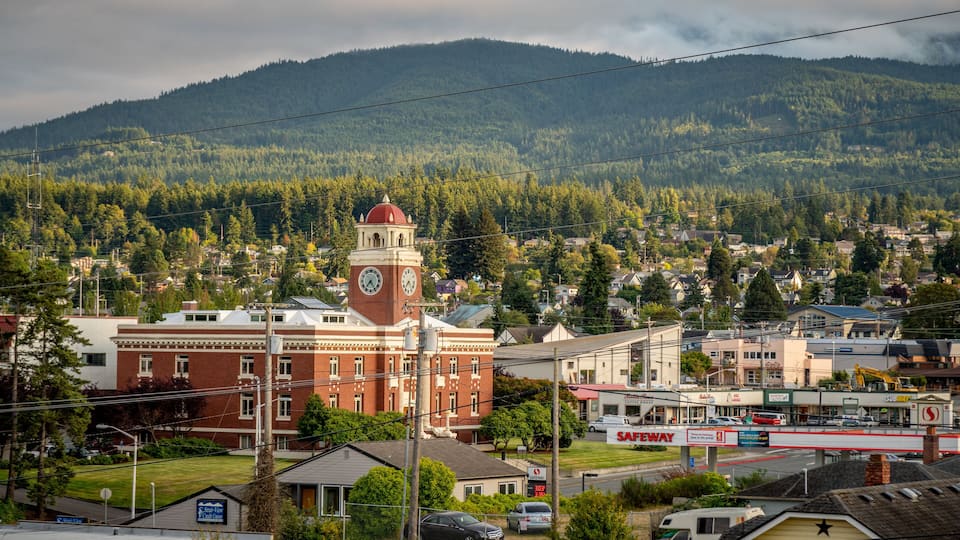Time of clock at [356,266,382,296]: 7:24
